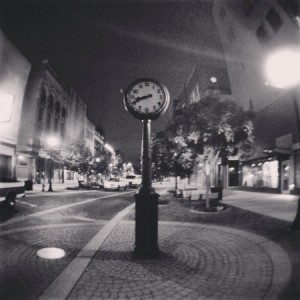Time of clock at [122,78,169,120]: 8:41
